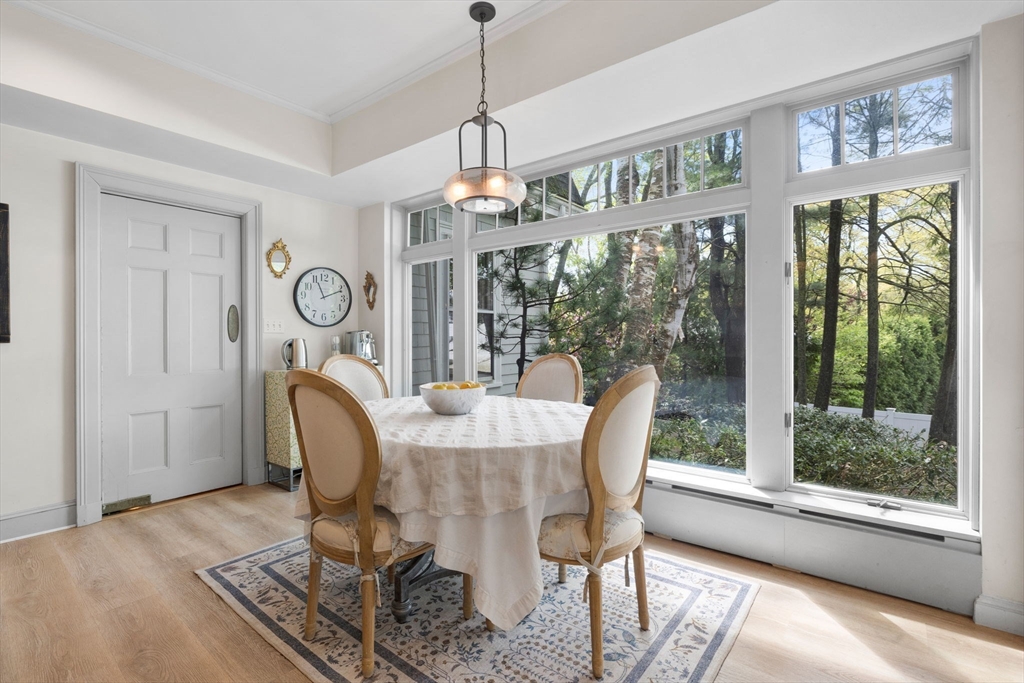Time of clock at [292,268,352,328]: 11:11
